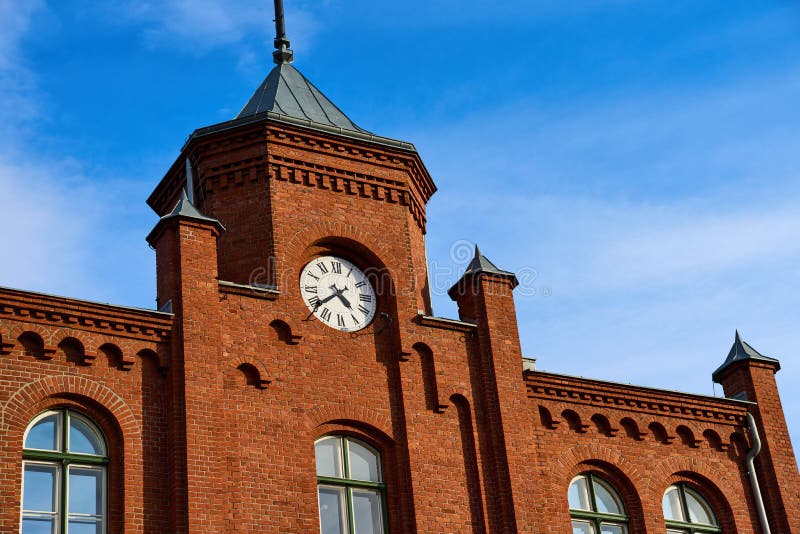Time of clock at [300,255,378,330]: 4:38
